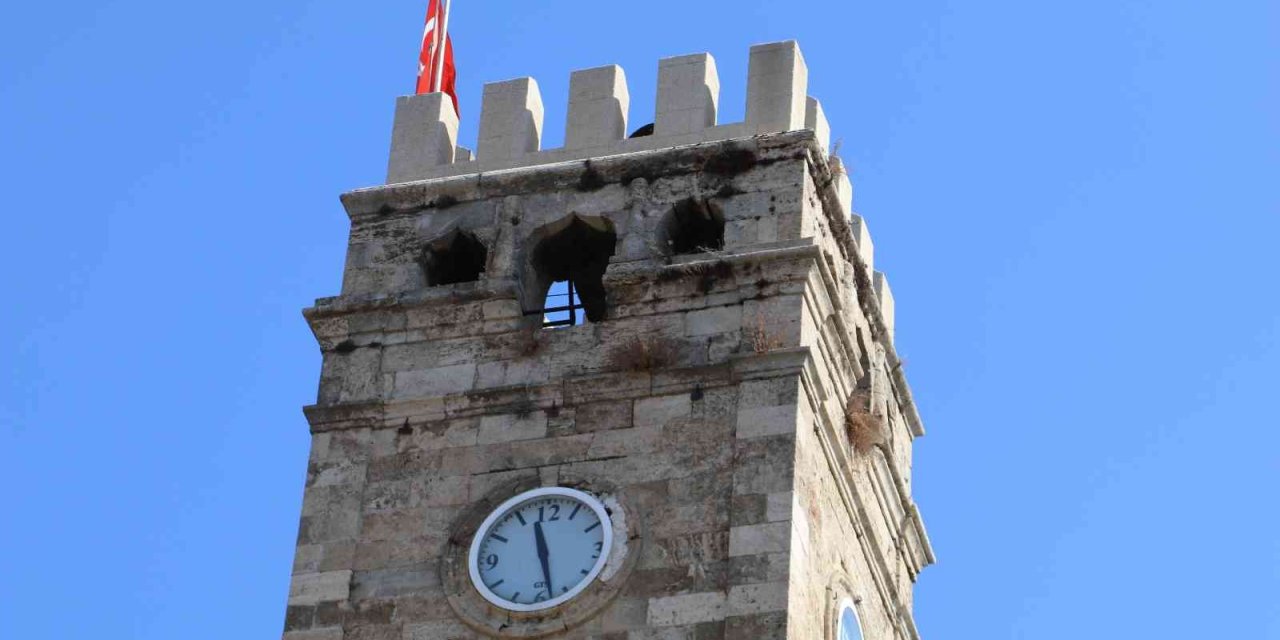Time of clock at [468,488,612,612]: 11:27
